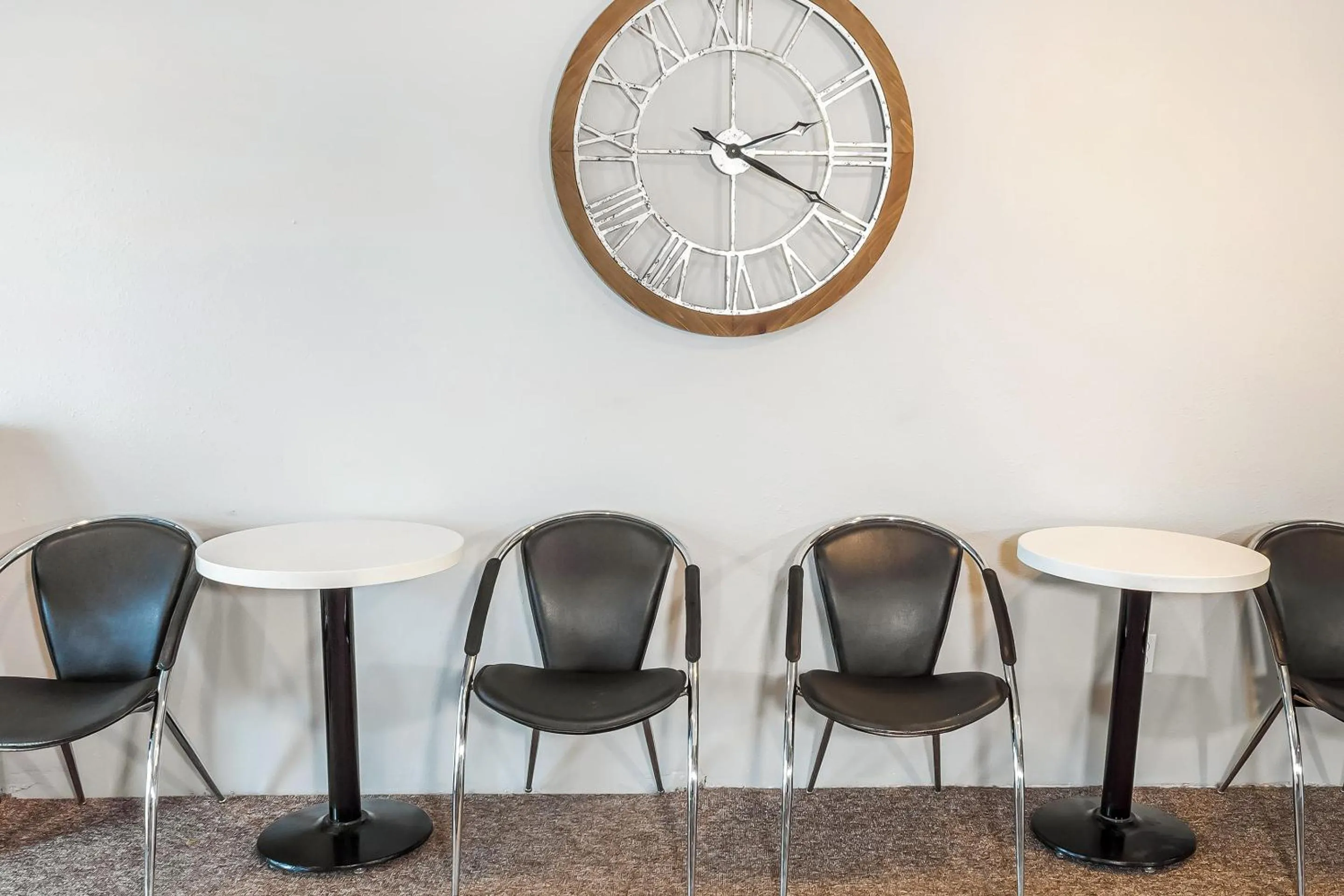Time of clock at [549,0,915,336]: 2:19
